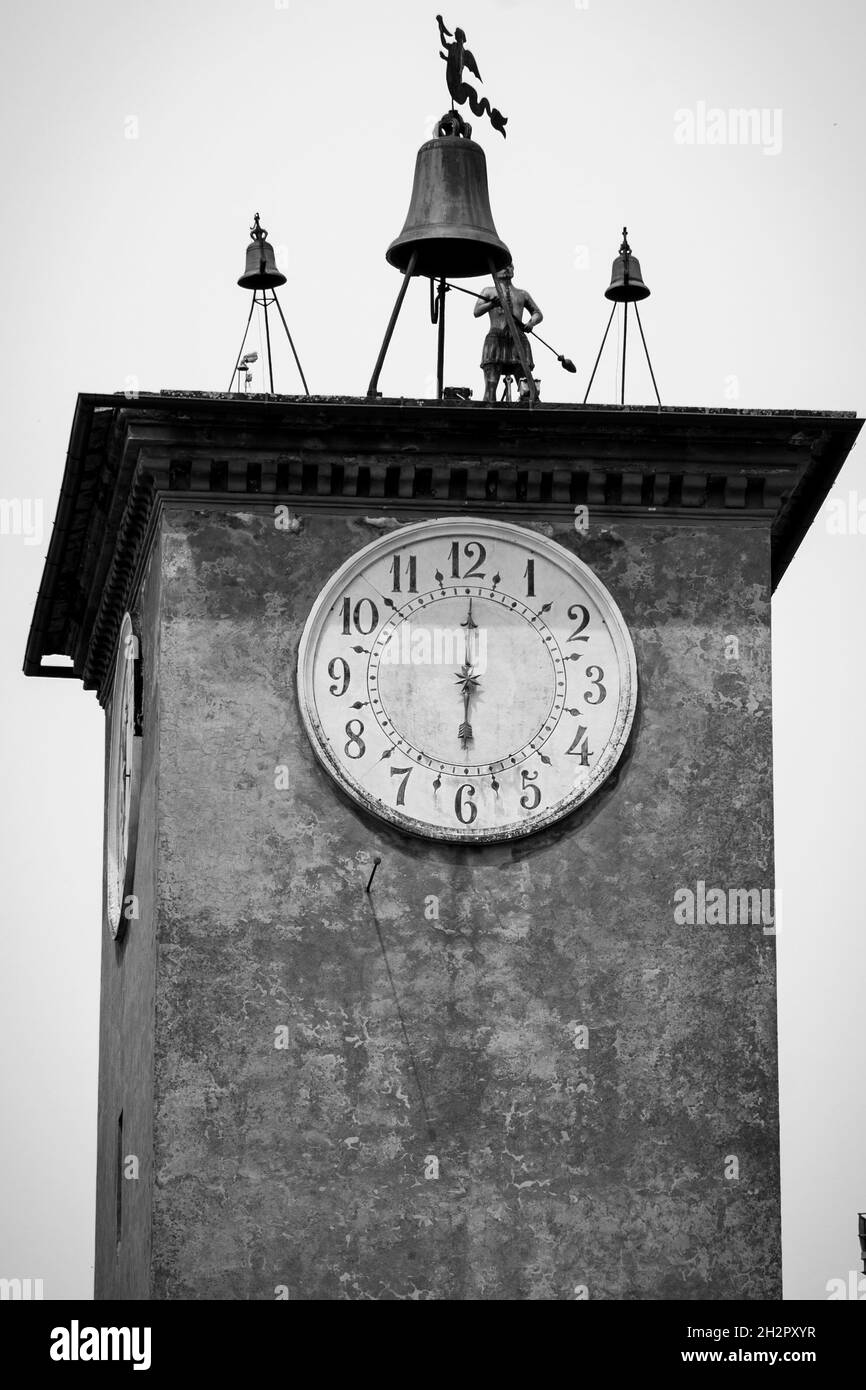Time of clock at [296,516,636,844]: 6:00
